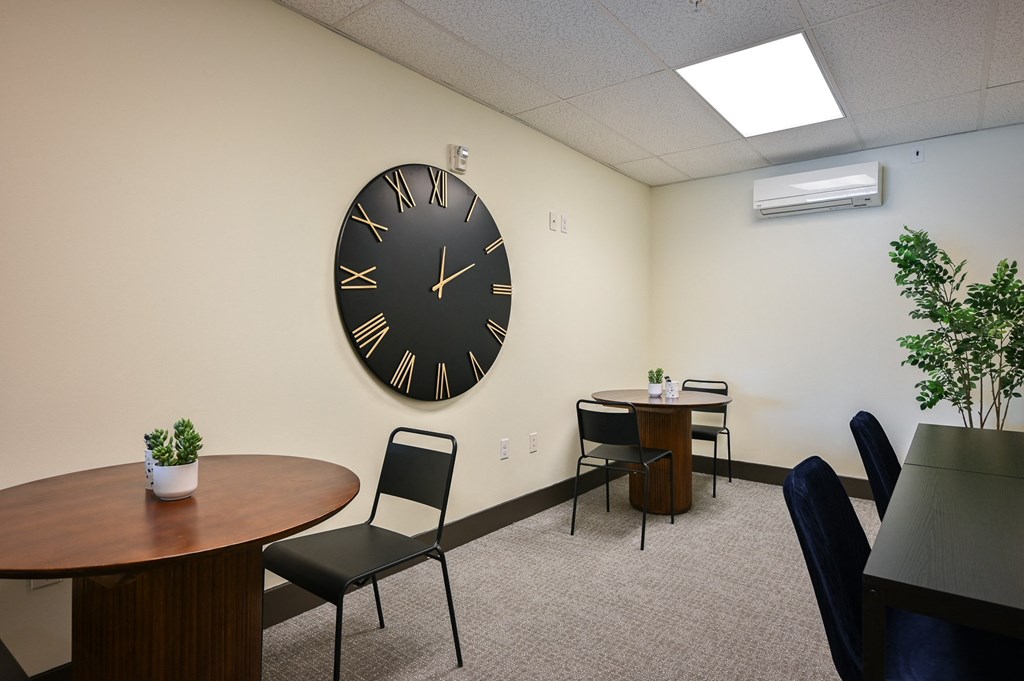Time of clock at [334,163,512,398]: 12:10
